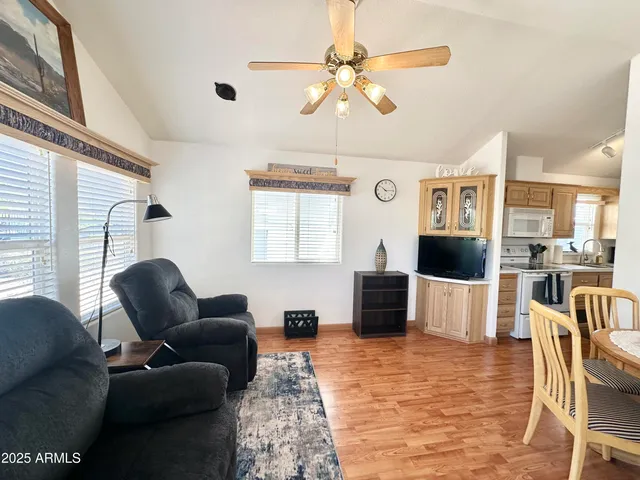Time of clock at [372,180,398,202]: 10:14
